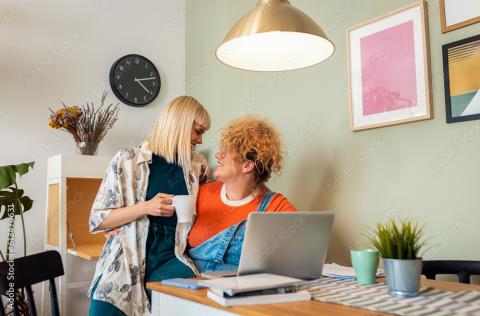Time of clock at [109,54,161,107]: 4:12
